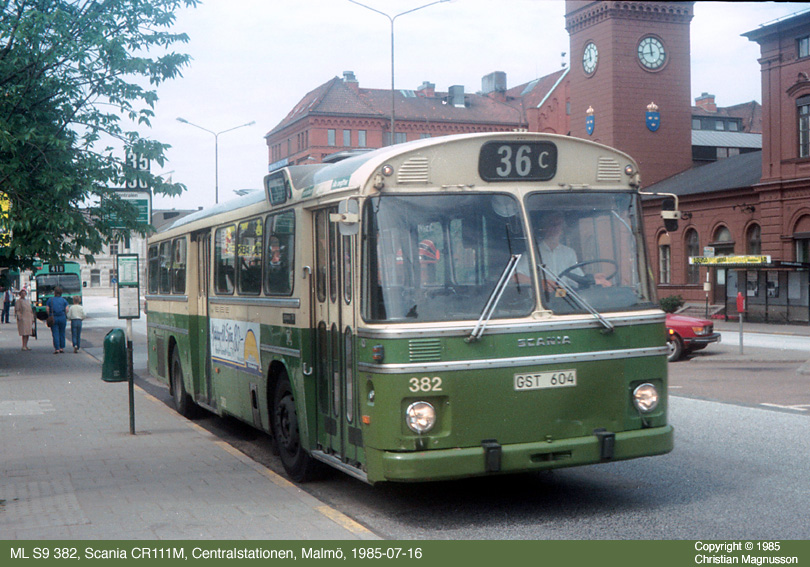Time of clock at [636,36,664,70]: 11:43
